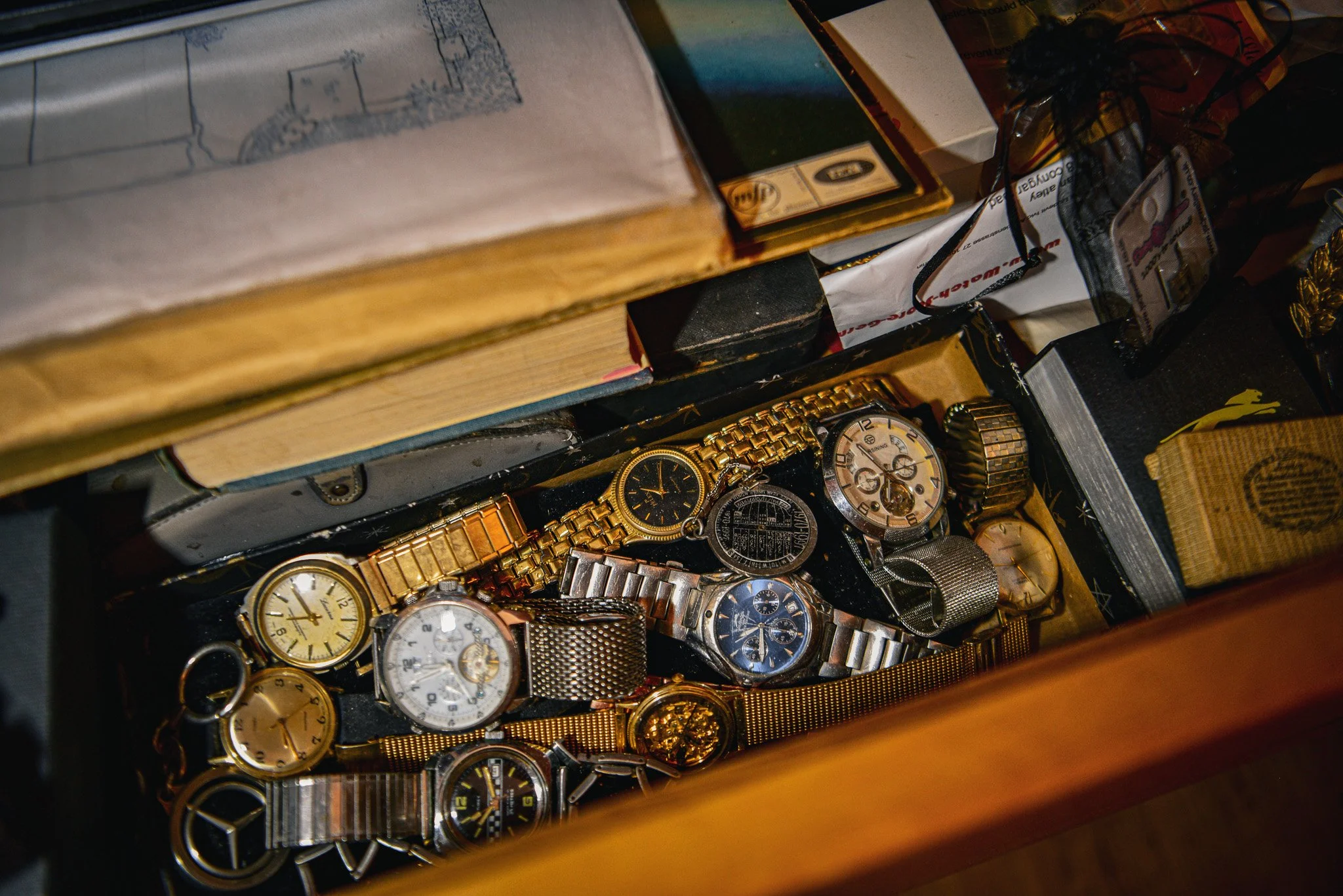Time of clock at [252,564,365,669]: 10:43
